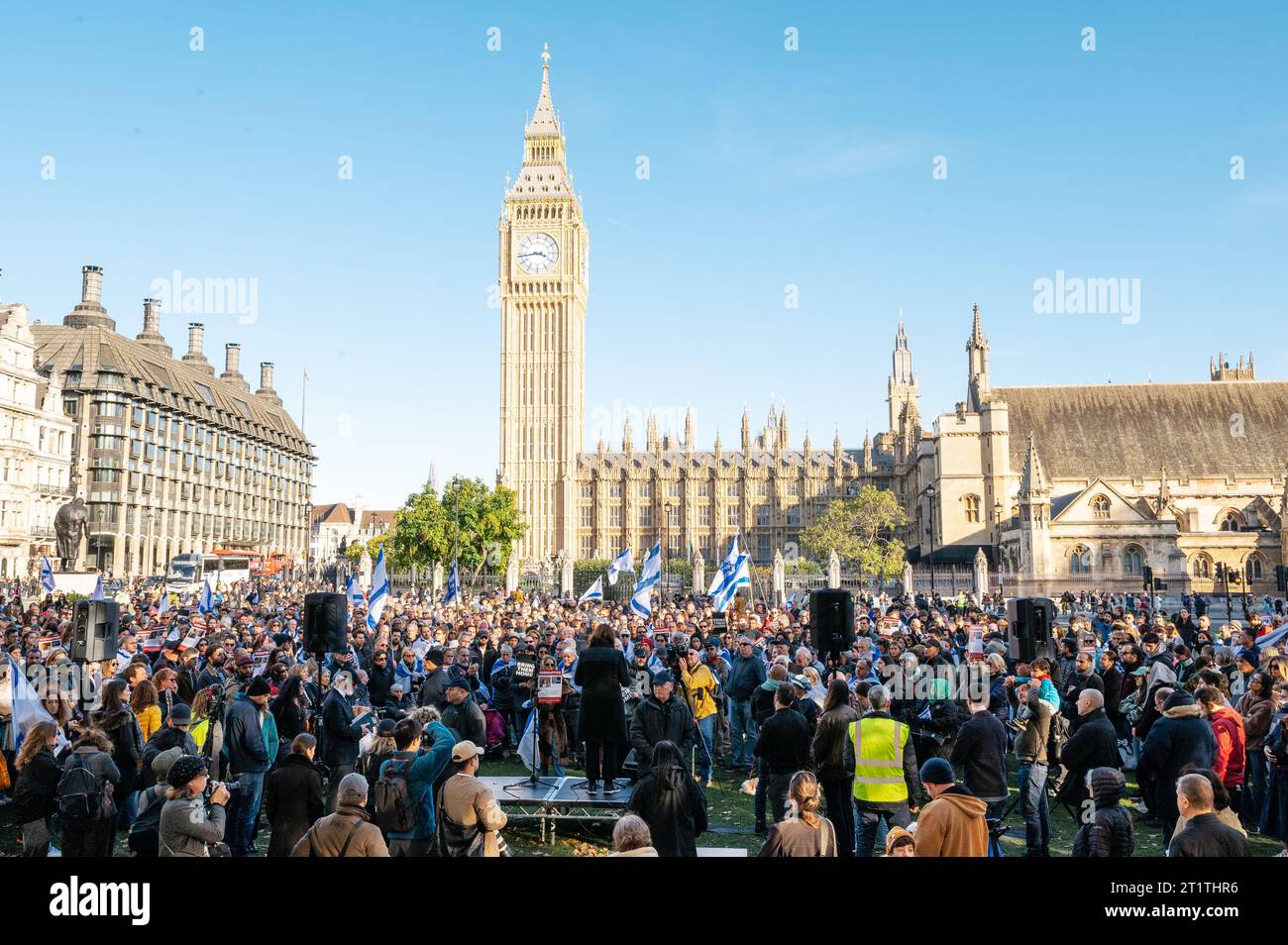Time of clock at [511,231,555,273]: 3:43
